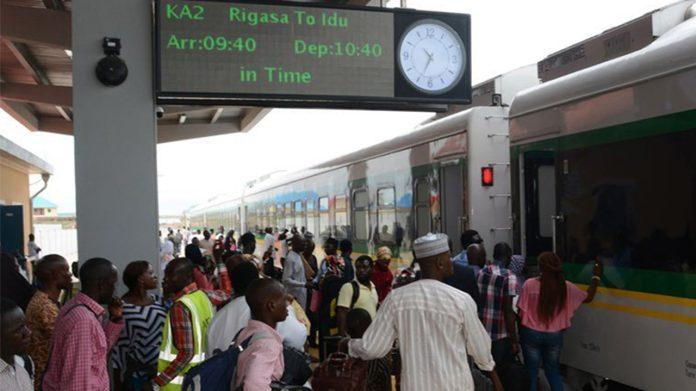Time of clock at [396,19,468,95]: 10:34
